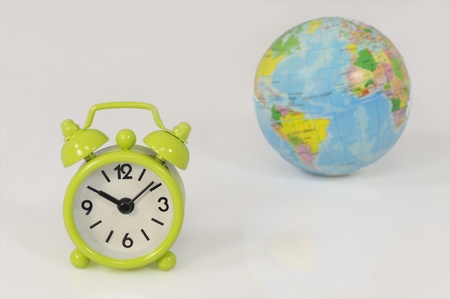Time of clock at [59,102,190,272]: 10:08
